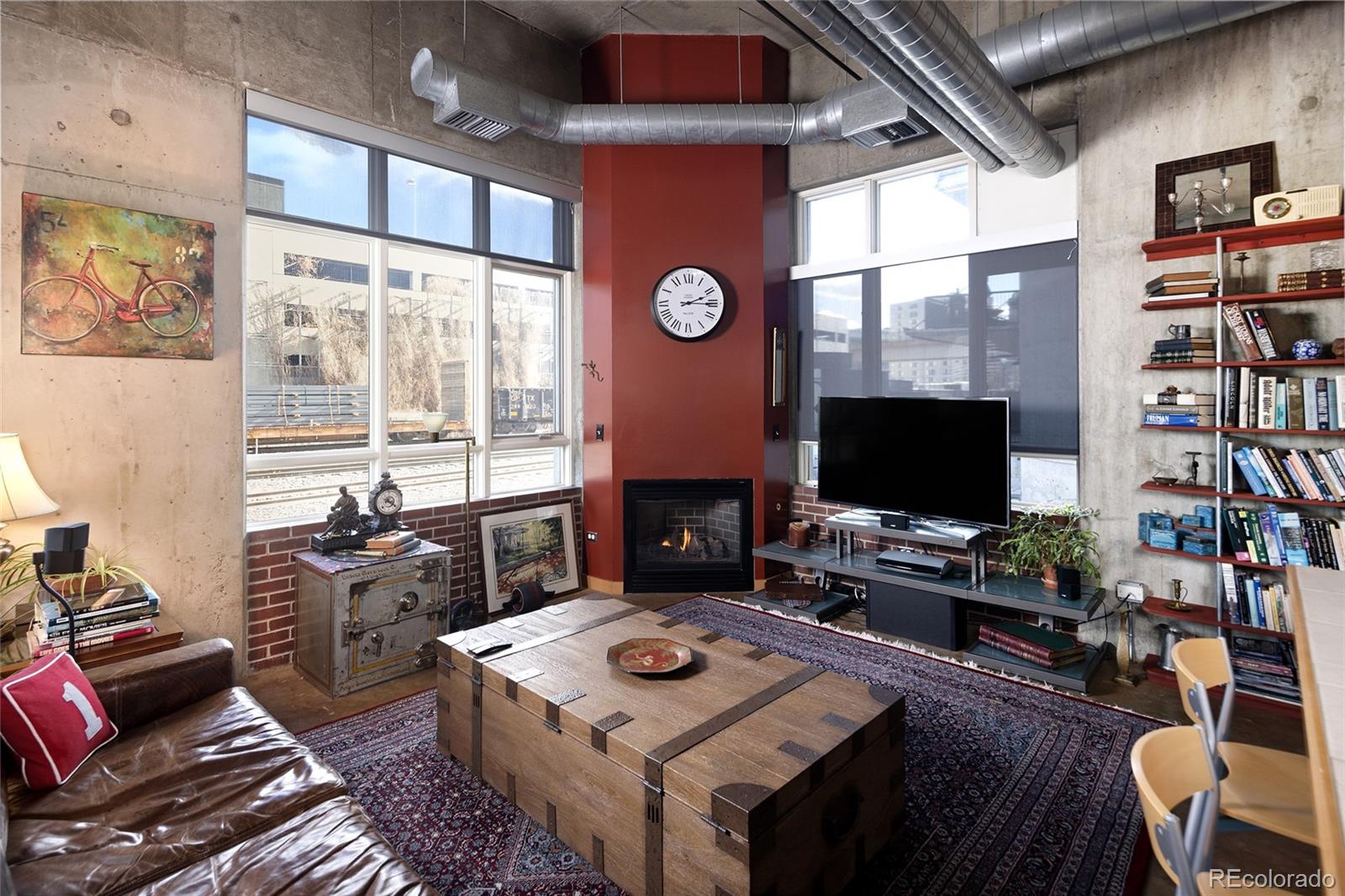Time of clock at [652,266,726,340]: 2:15
